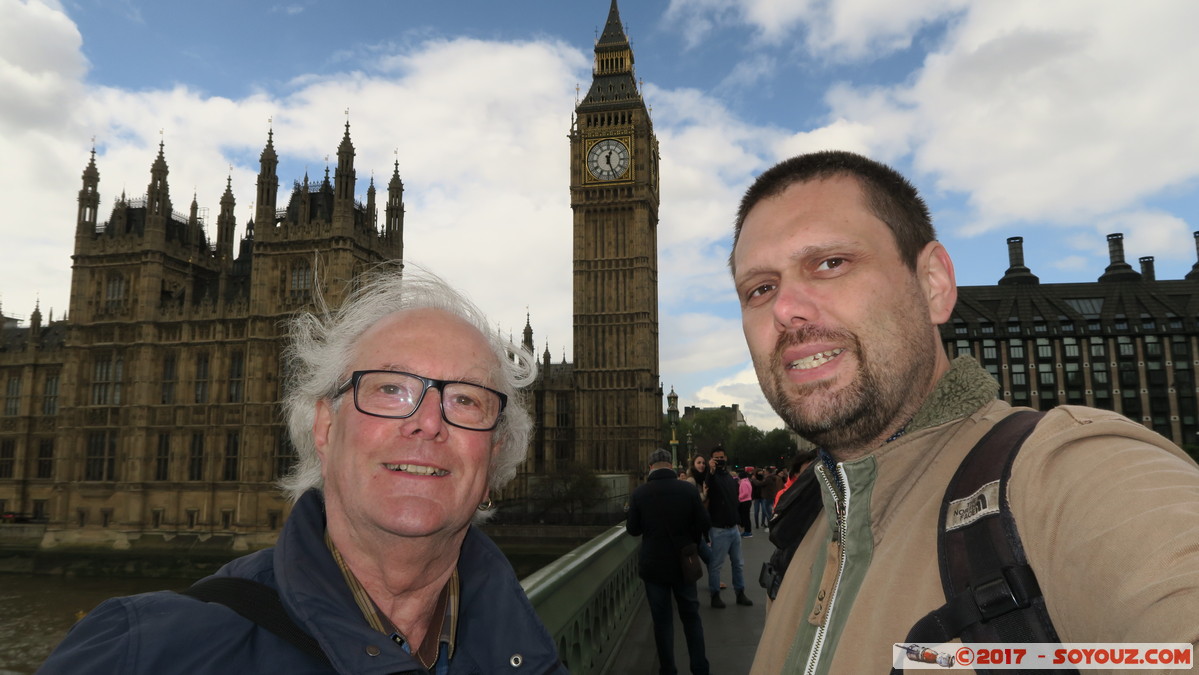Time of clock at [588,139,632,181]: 12:26
